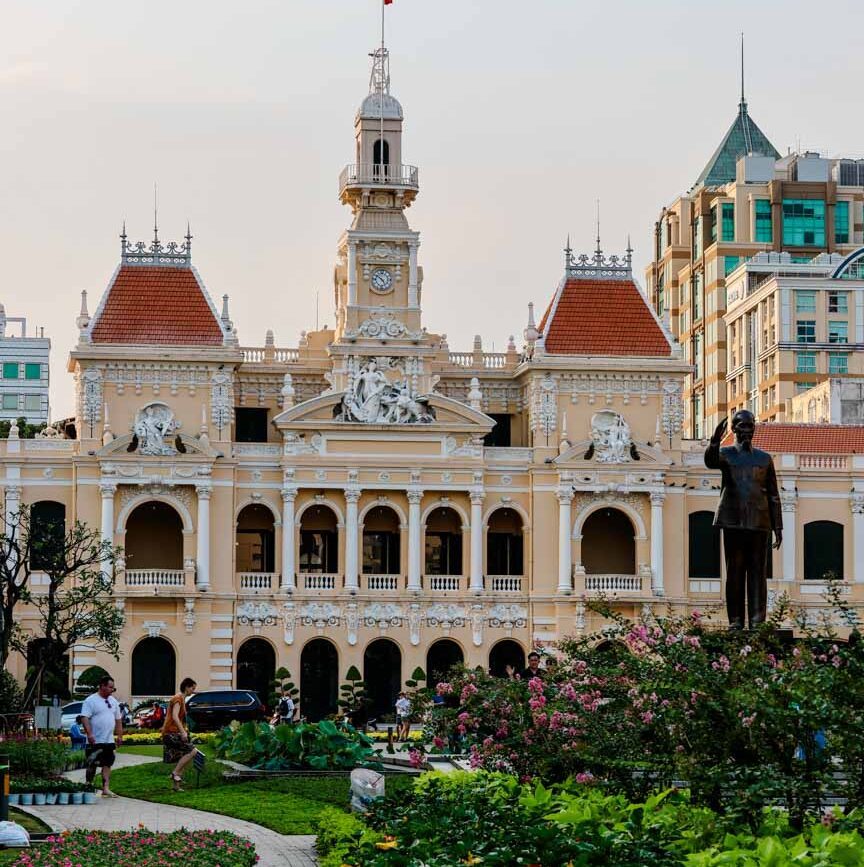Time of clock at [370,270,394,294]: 4:50
